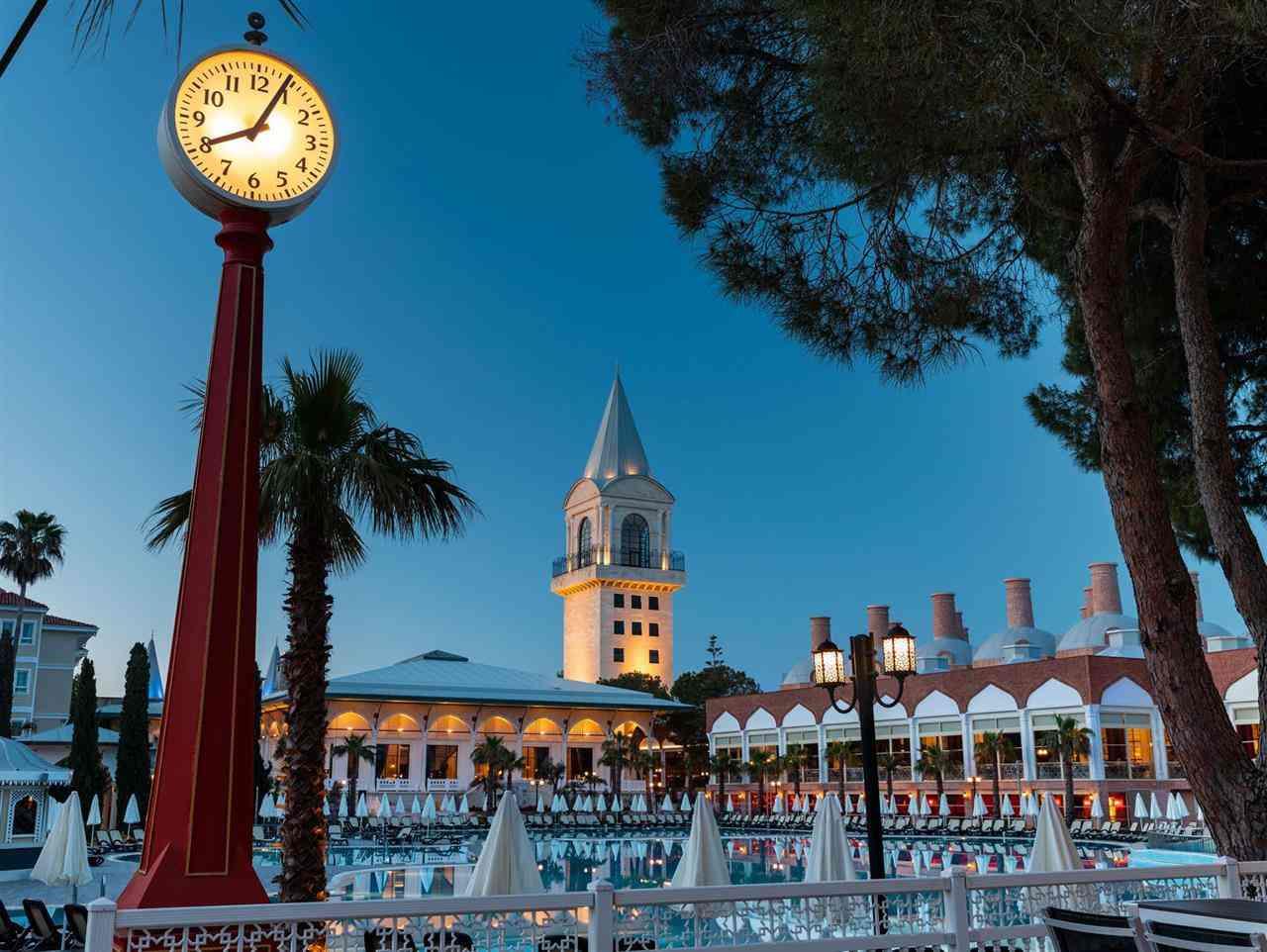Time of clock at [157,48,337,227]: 8:04
